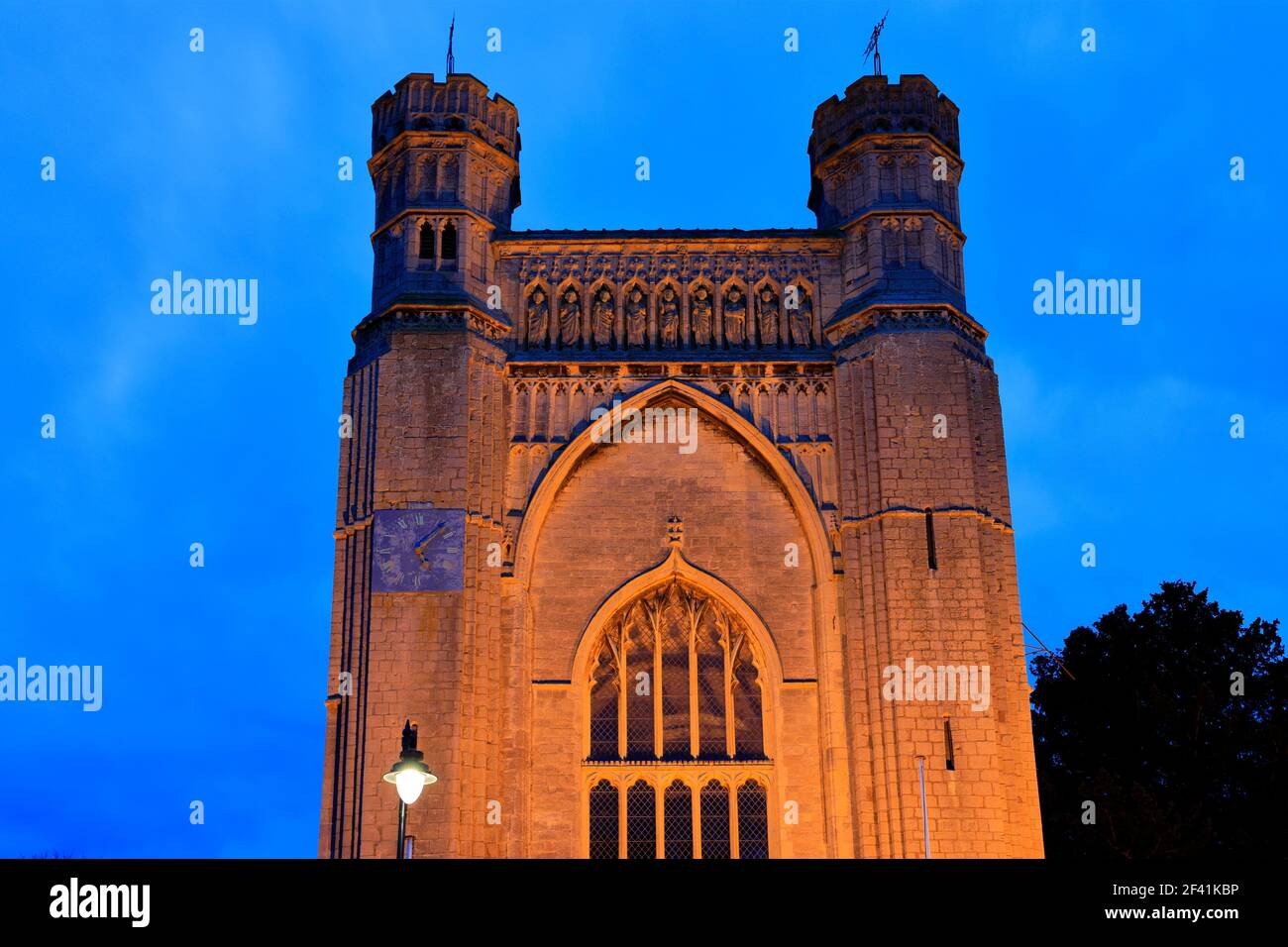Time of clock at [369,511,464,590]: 5:07
